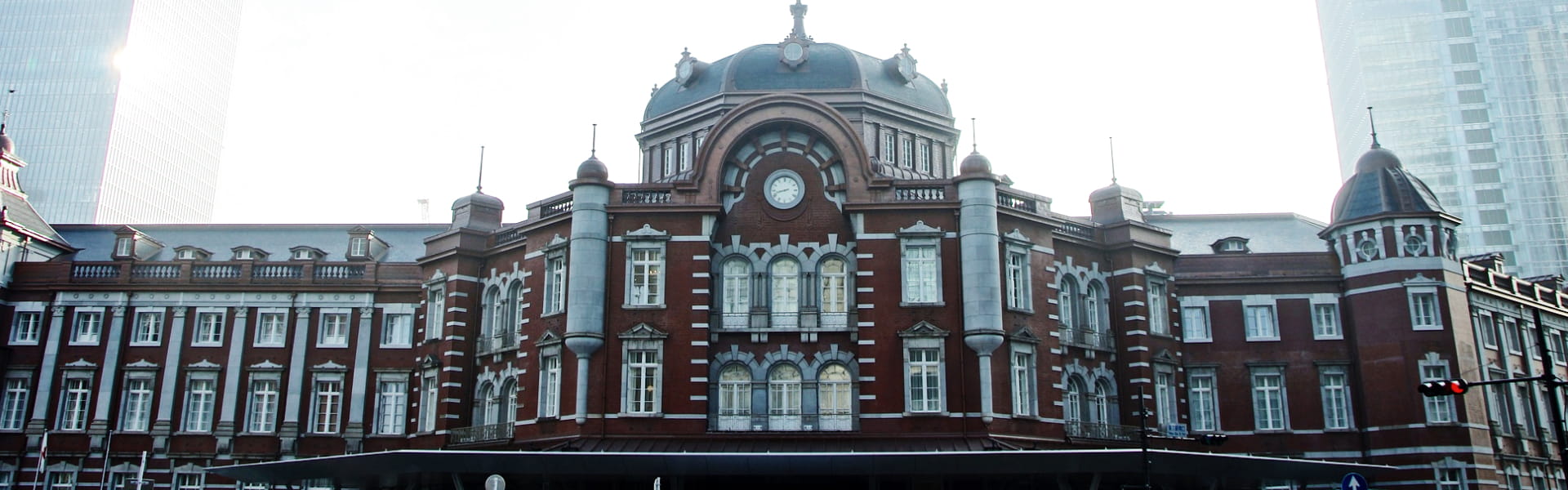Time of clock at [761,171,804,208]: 8:42
